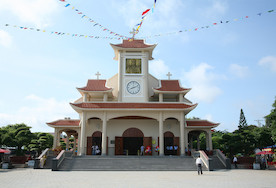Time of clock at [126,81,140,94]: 8:11
